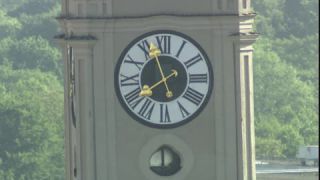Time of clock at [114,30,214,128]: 7:57
